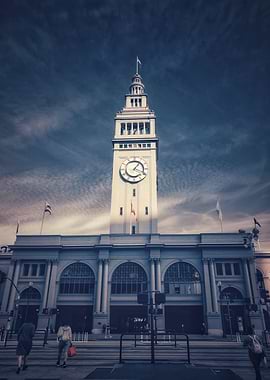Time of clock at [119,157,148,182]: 1:18
